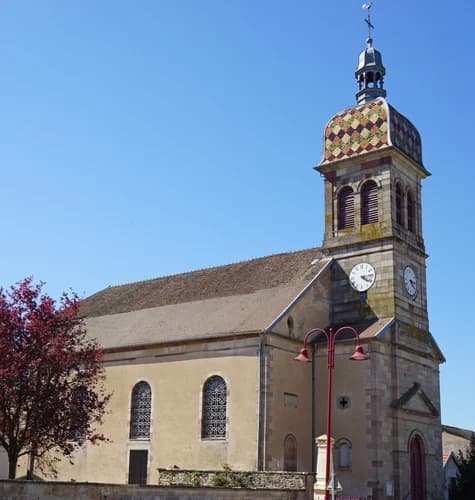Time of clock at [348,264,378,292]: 4:14
